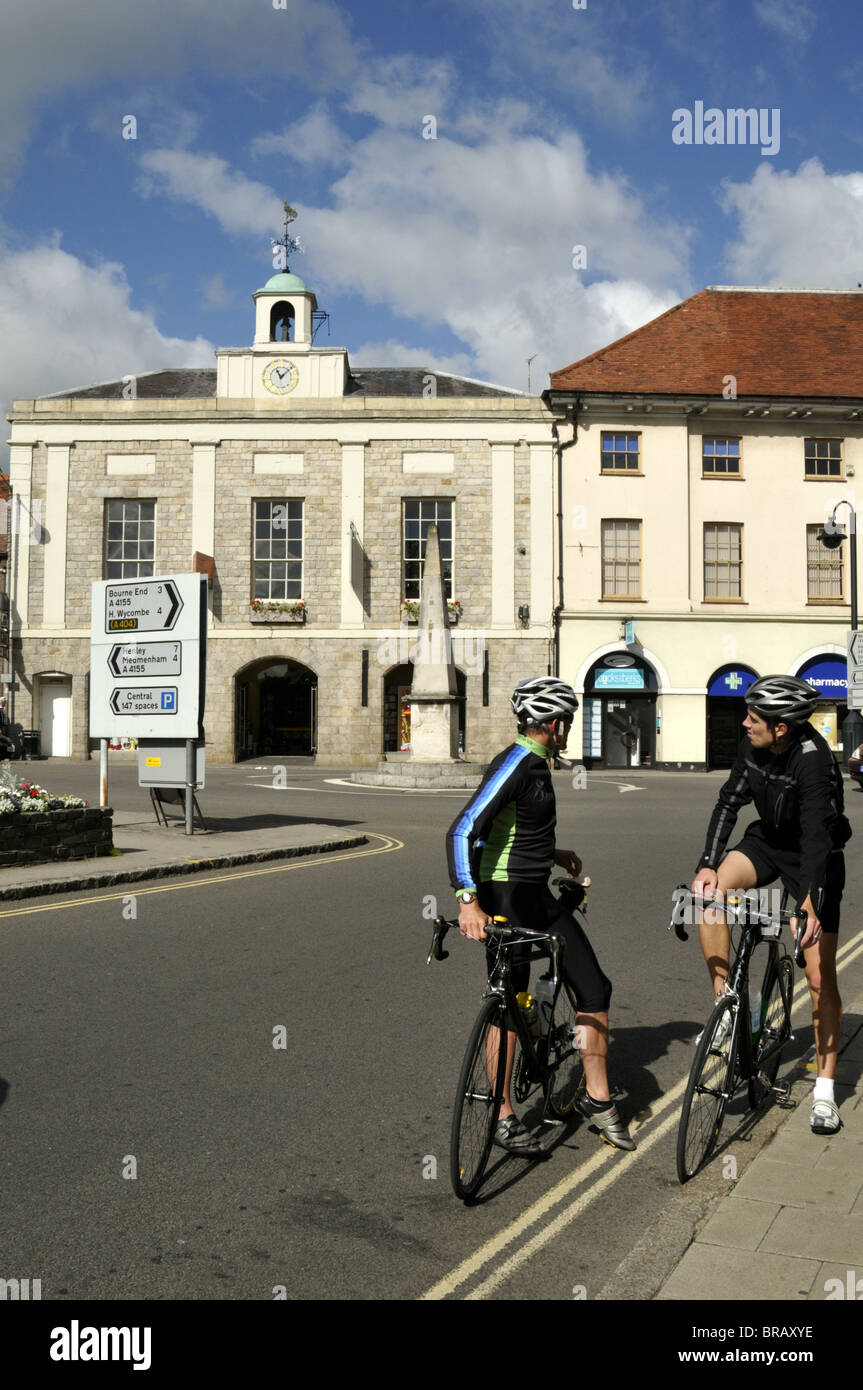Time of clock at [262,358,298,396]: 11:07
